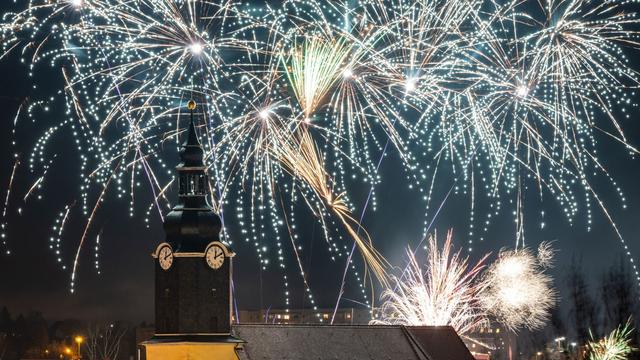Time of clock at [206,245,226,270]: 12:10
